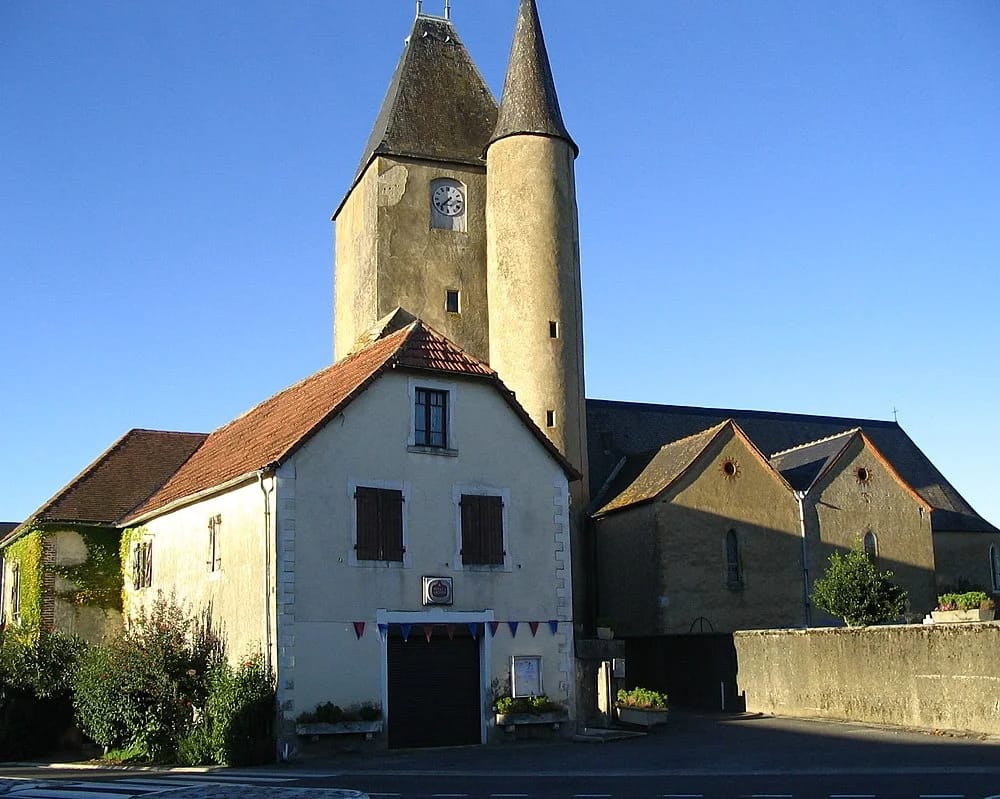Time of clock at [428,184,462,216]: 7:37
